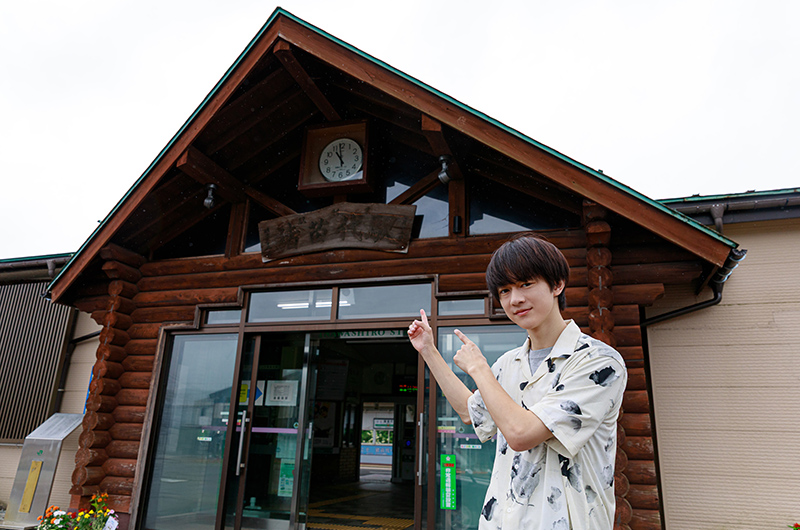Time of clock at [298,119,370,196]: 10:59
